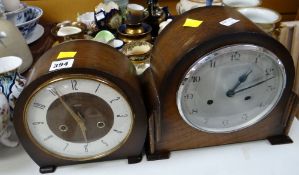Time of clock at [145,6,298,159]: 1:11
